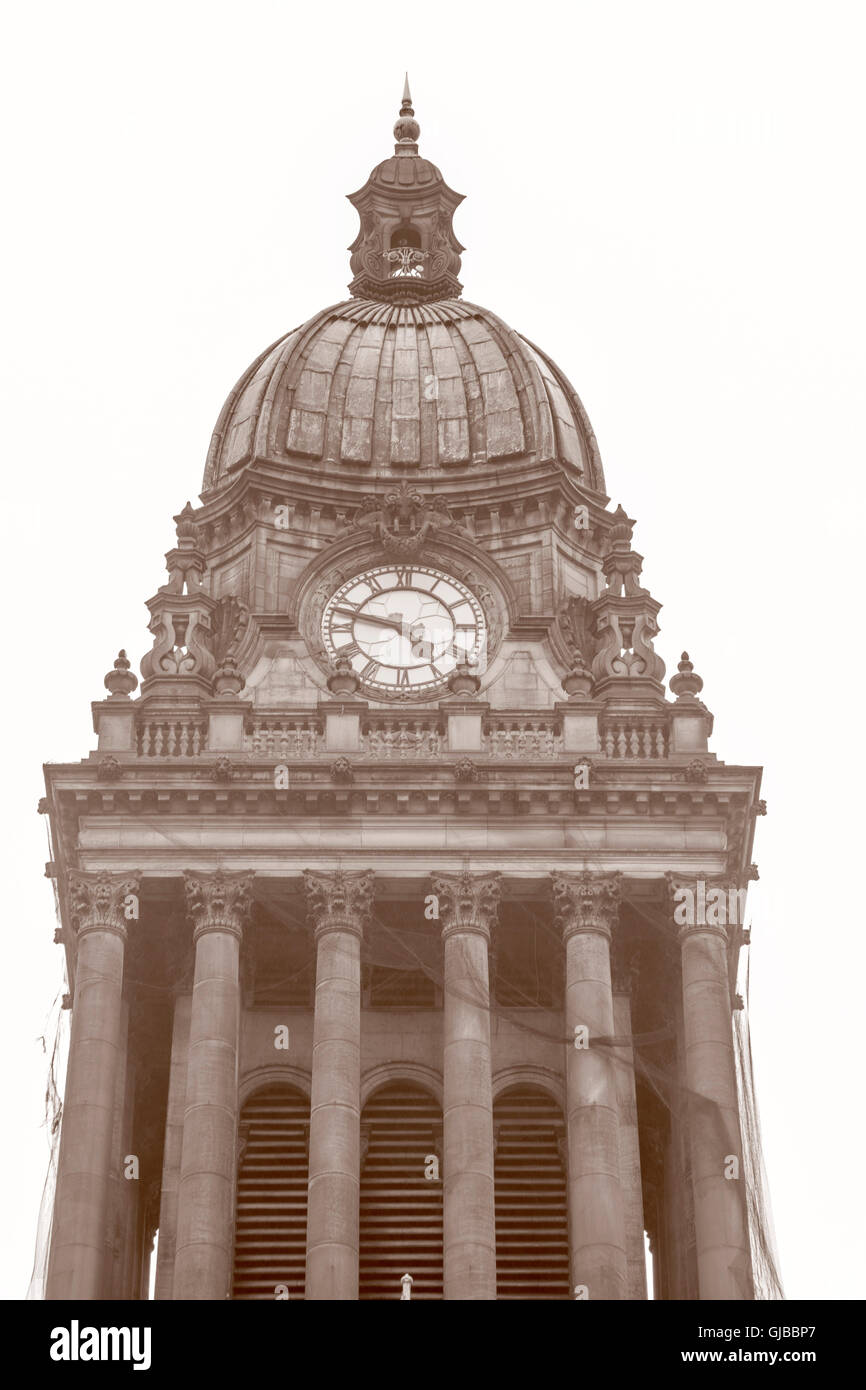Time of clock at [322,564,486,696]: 4:47
